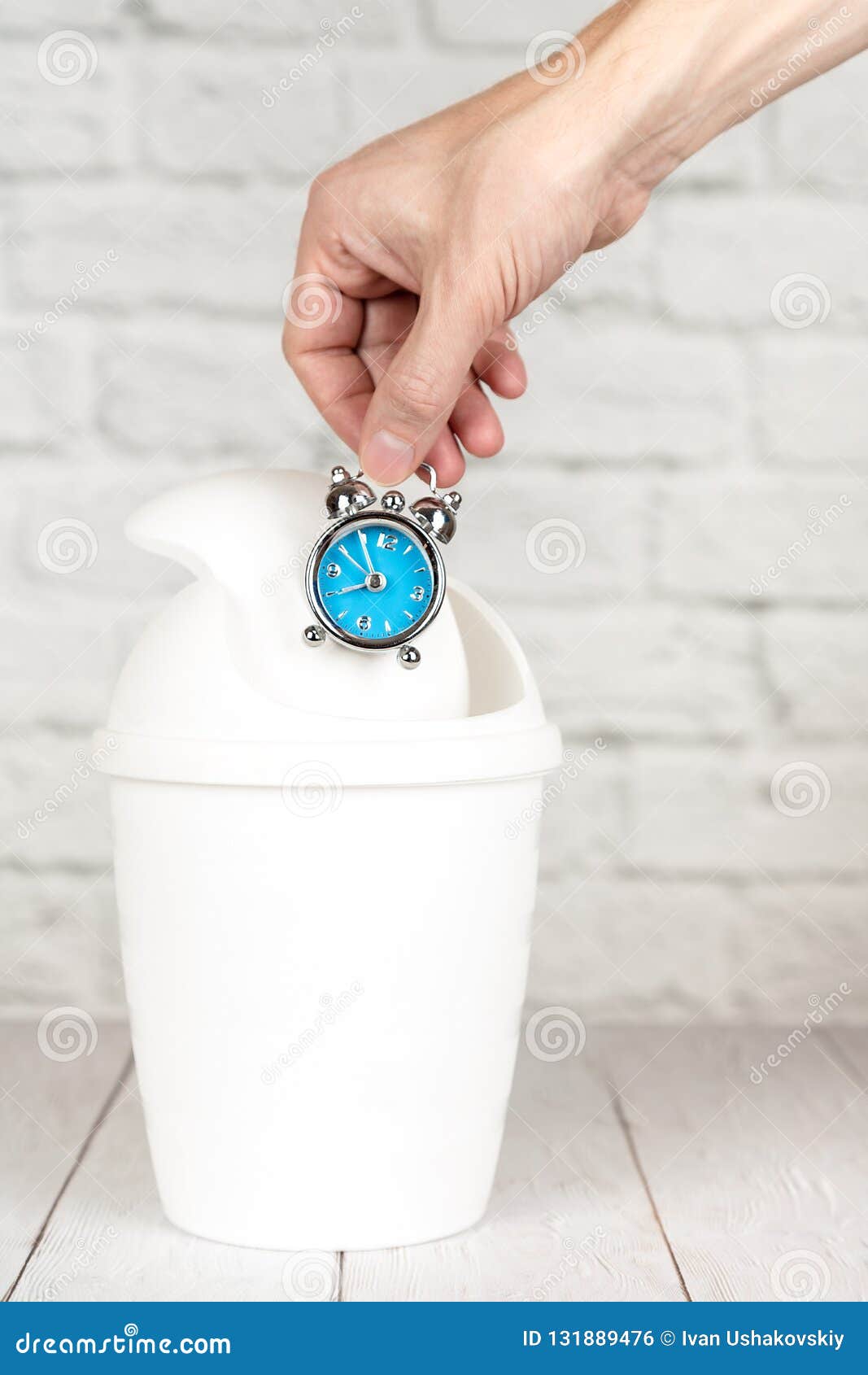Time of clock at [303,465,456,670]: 7:54
